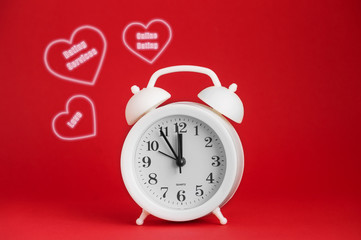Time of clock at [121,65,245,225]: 11:54
